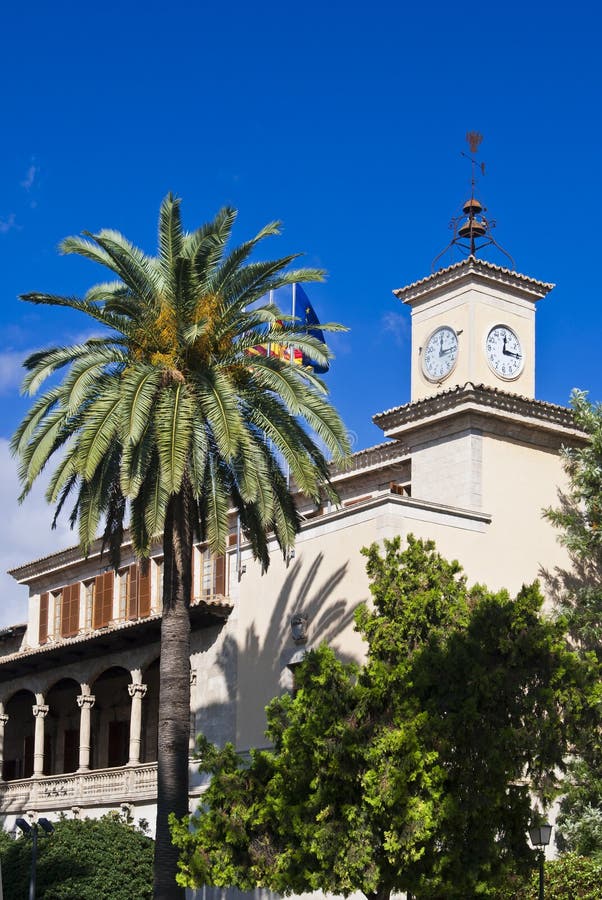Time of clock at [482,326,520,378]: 12:14
